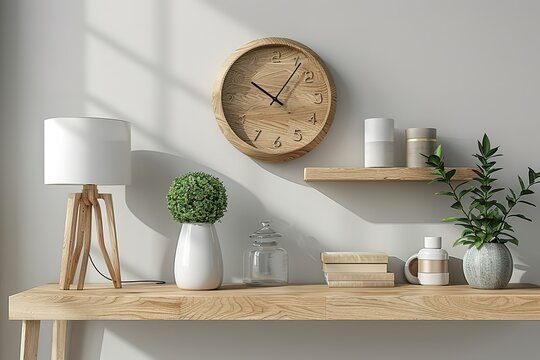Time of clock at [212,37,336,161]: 10:06
